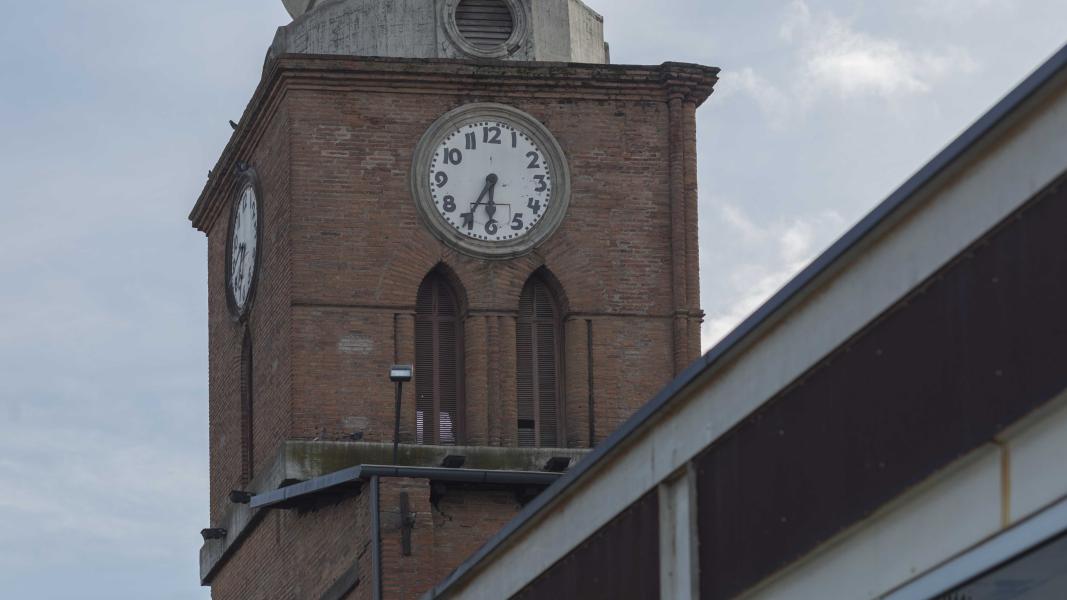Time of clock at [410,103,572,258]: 6:35
